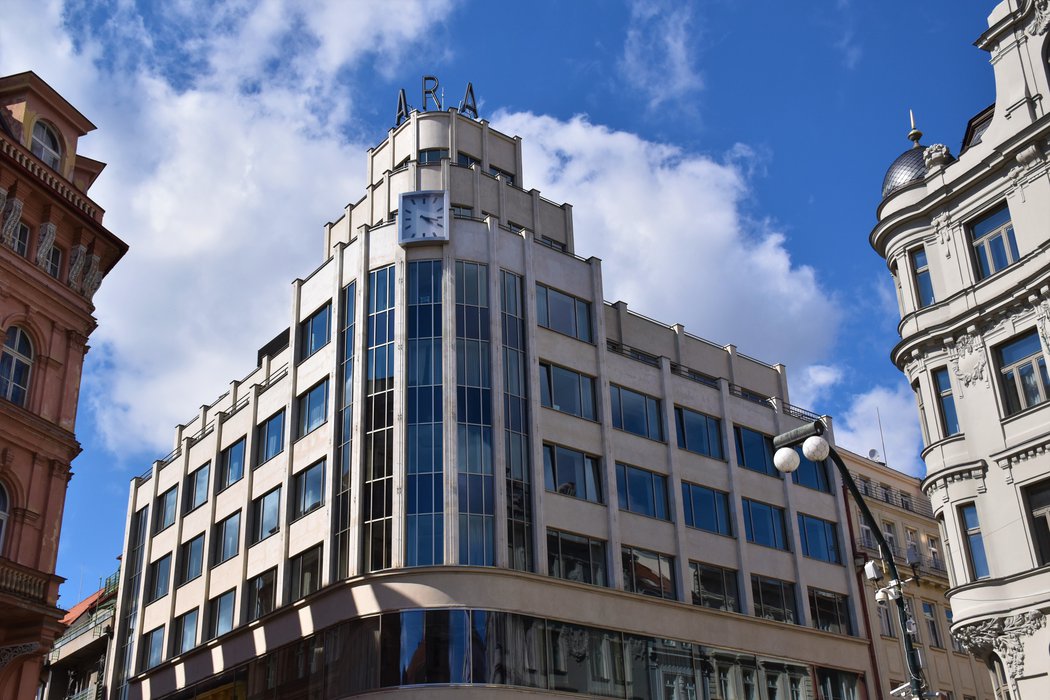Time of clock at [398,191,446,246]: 4:17
